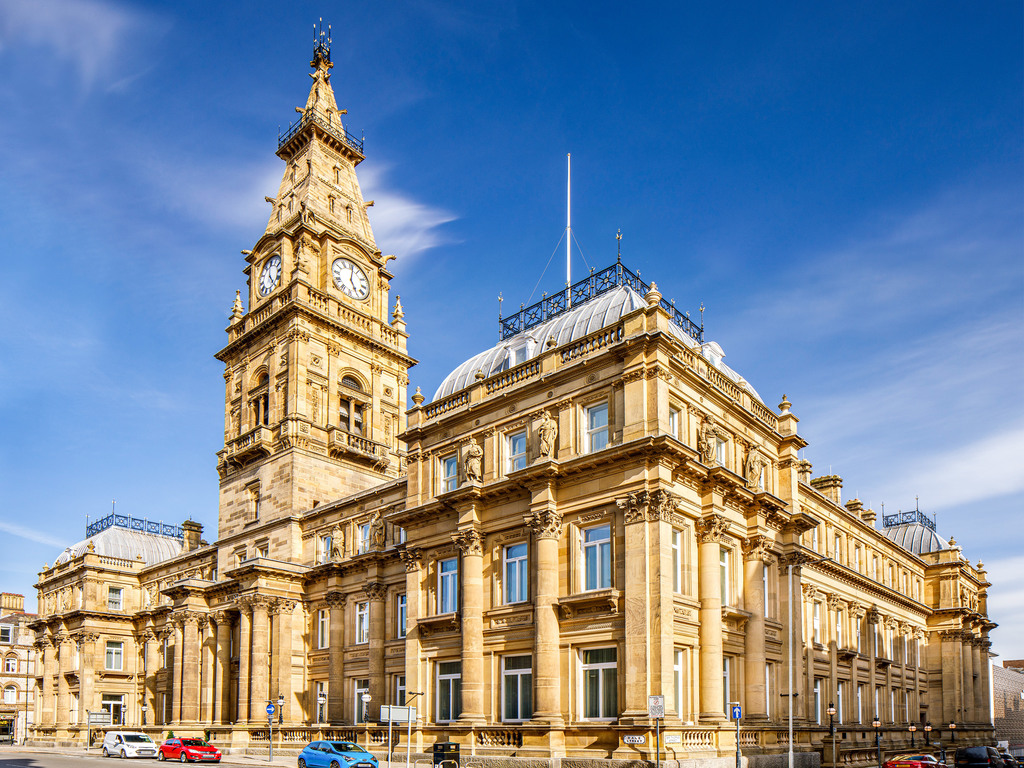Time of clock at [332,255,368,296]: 5:01
